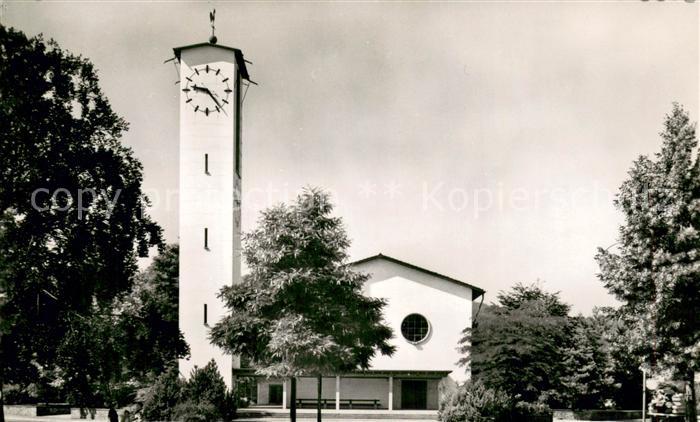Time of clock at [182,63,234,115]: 9:23
